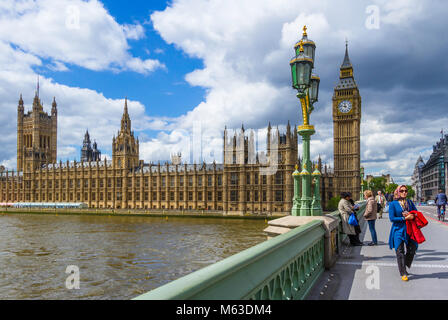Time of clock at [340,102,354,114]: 11:47
